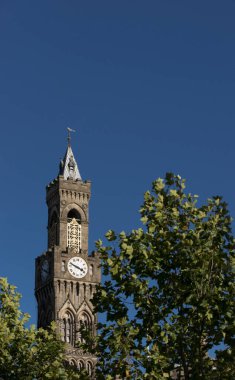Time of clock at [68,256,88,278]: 3:48
